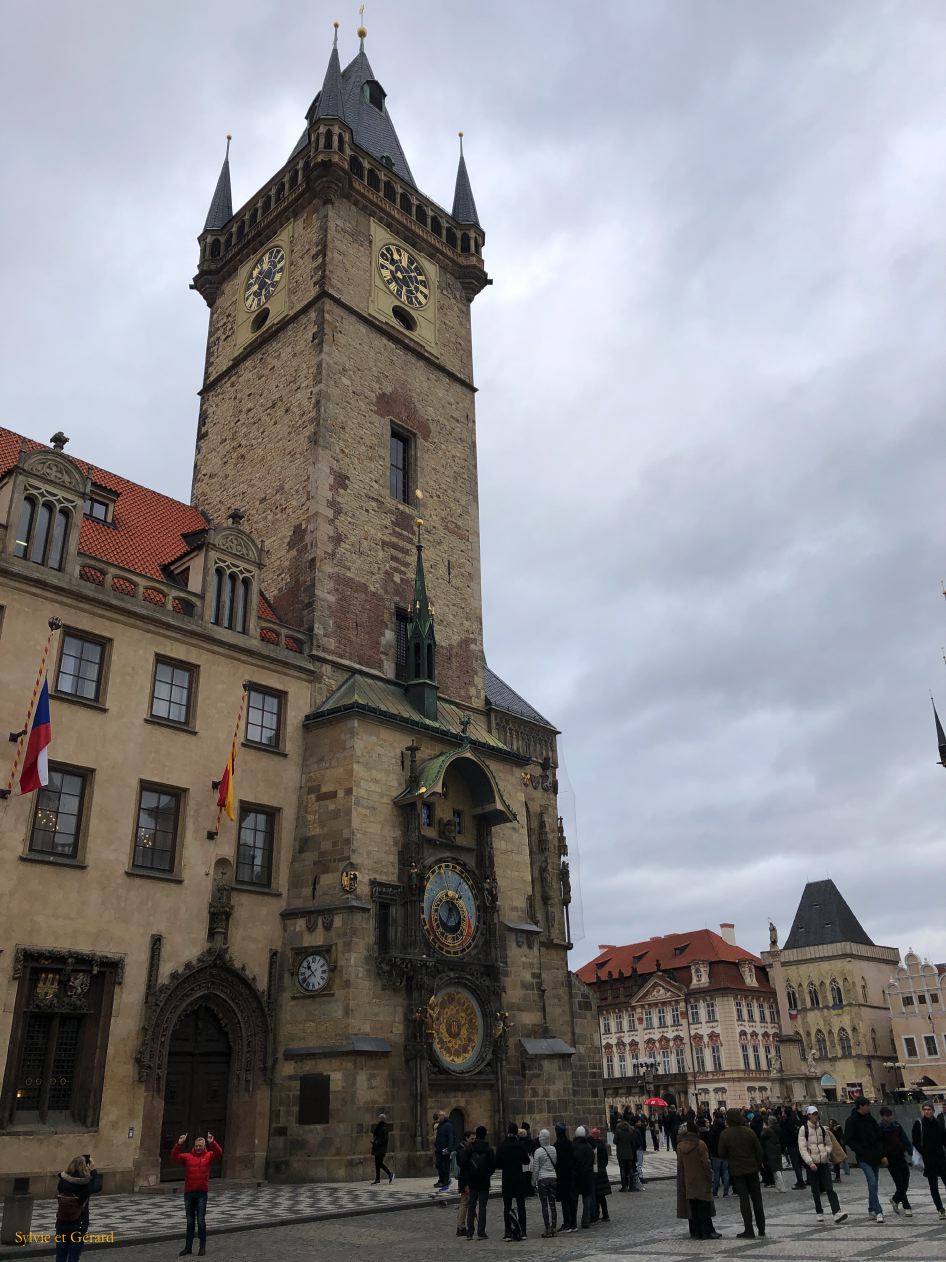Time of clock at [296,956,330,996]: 10:38
